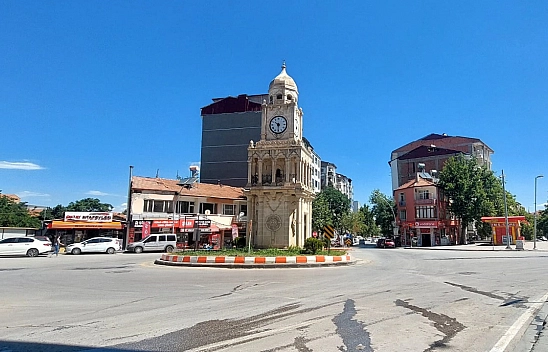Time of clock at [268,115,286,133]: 10:30
